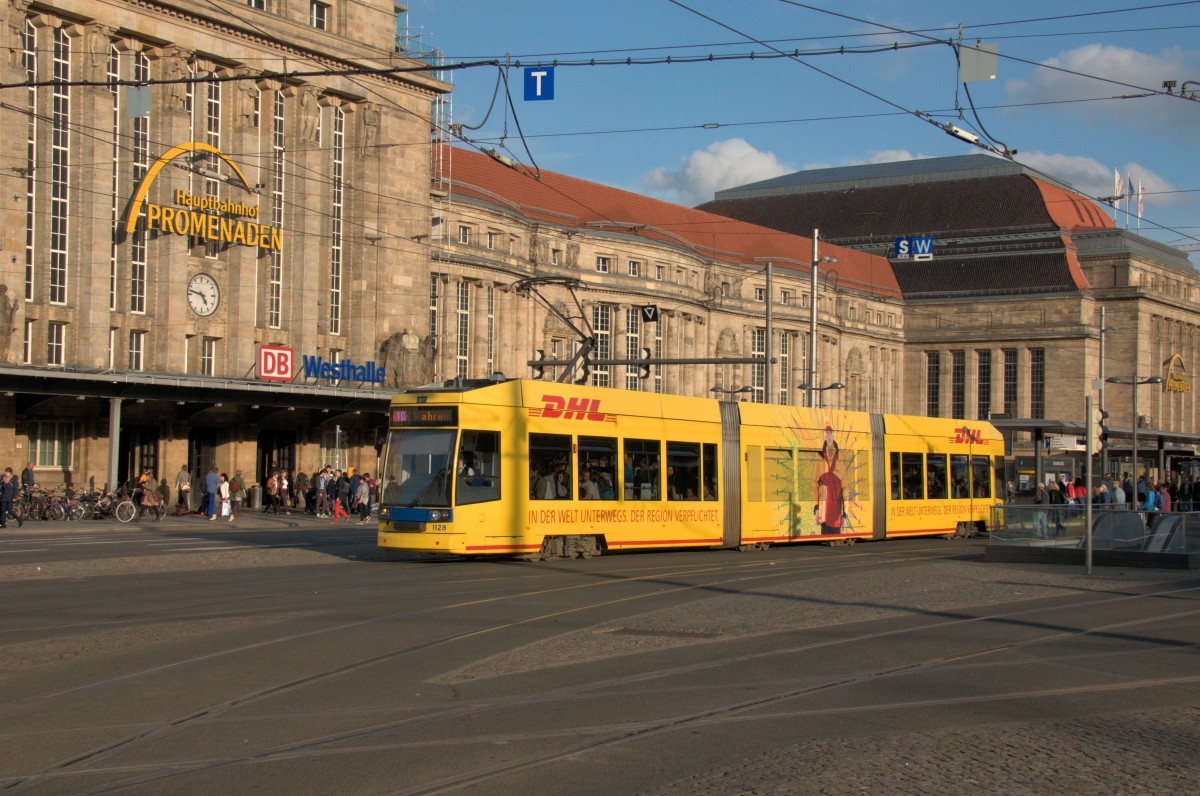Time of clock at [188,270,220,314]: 4:47
